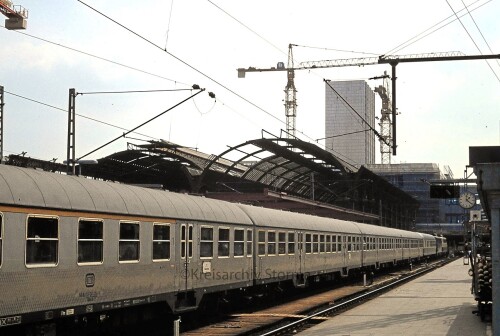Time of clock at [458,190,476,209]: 1:21
